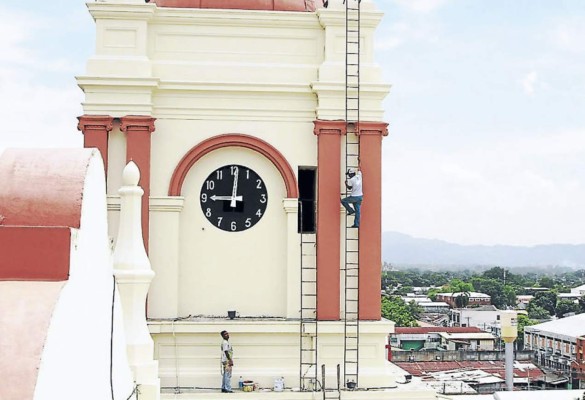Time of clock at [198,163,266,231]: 9:01
